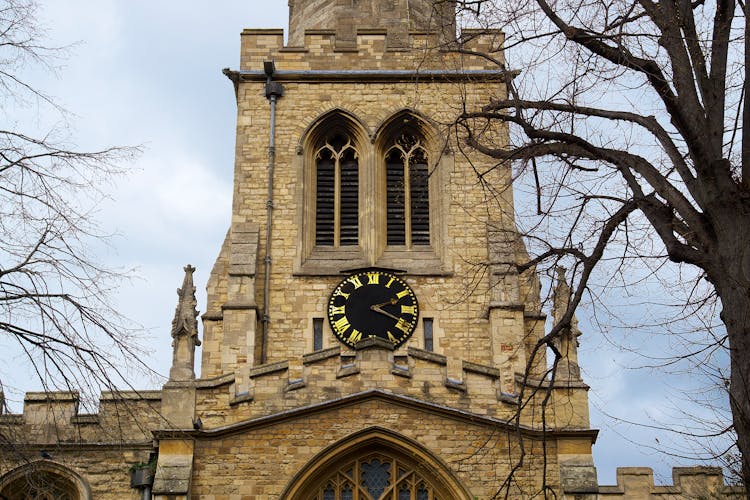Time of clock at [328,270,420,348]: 2:19
